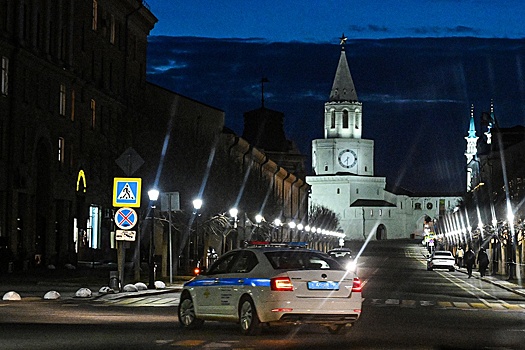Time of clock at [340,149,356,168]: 7:30
